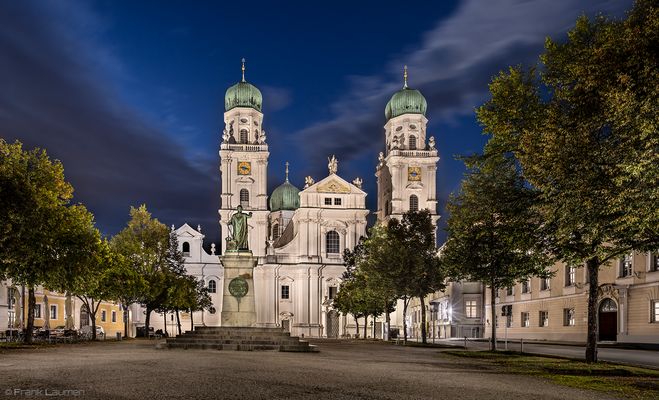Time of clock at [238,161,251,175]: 9:17
